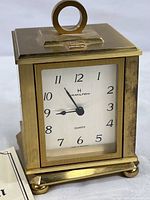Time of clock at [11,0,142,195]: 8:54
